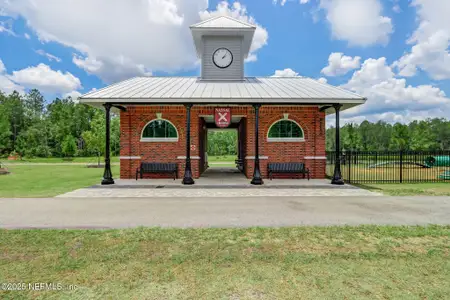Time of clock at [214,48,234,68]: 2:06
